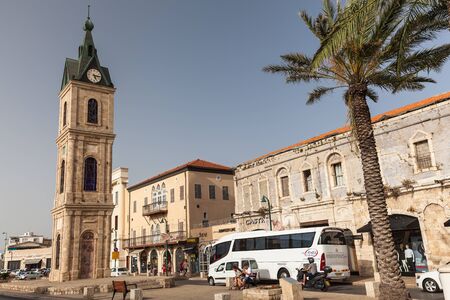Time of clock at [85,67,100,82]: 5:15
